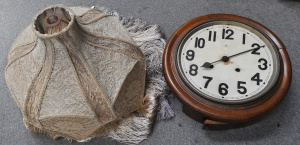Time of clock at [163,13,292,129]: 8:09
